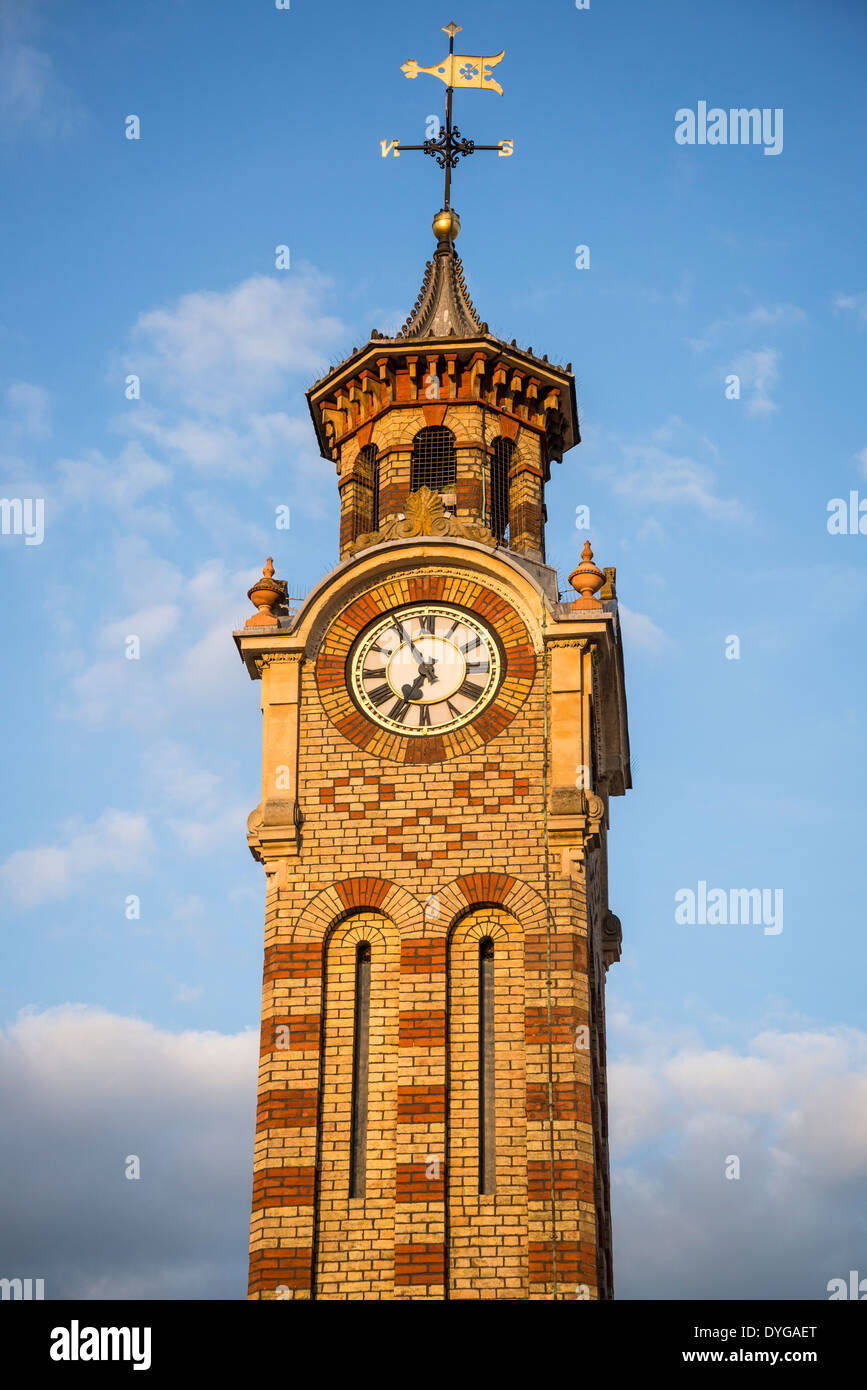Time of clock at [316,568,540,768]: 6:55
